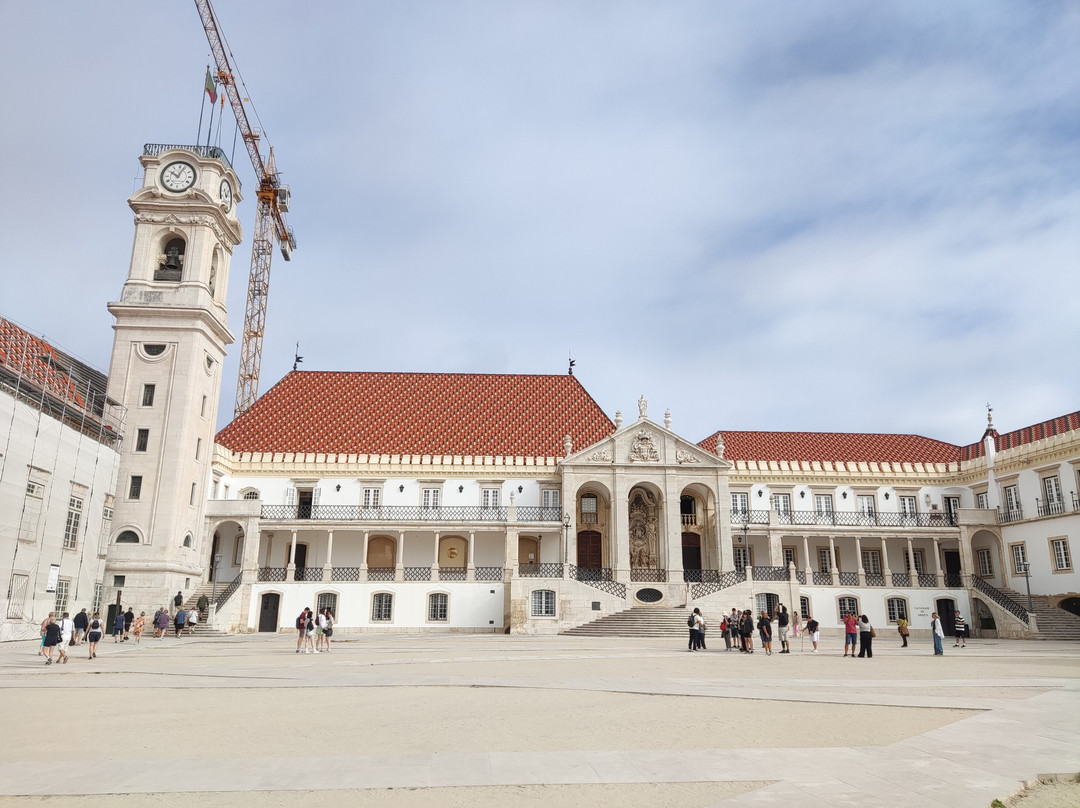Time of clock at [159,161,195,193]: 10:03
